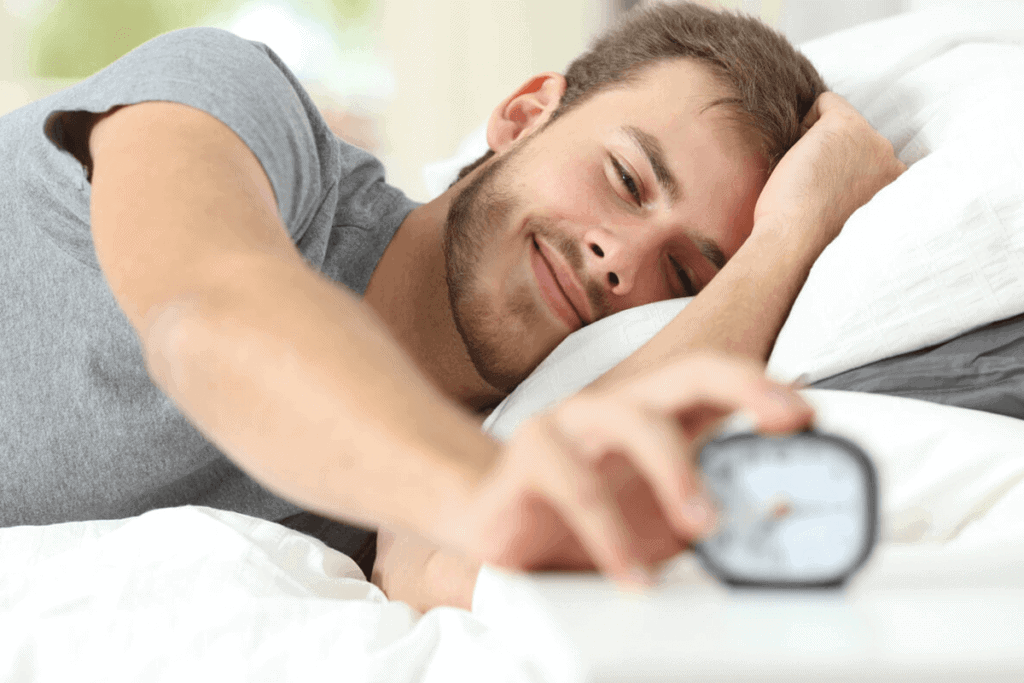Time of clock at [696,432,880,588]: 7:14
